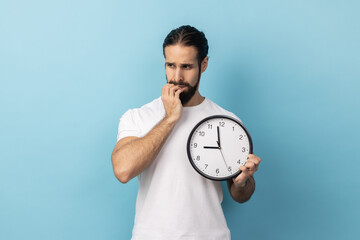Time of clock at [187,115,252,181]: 8:58
